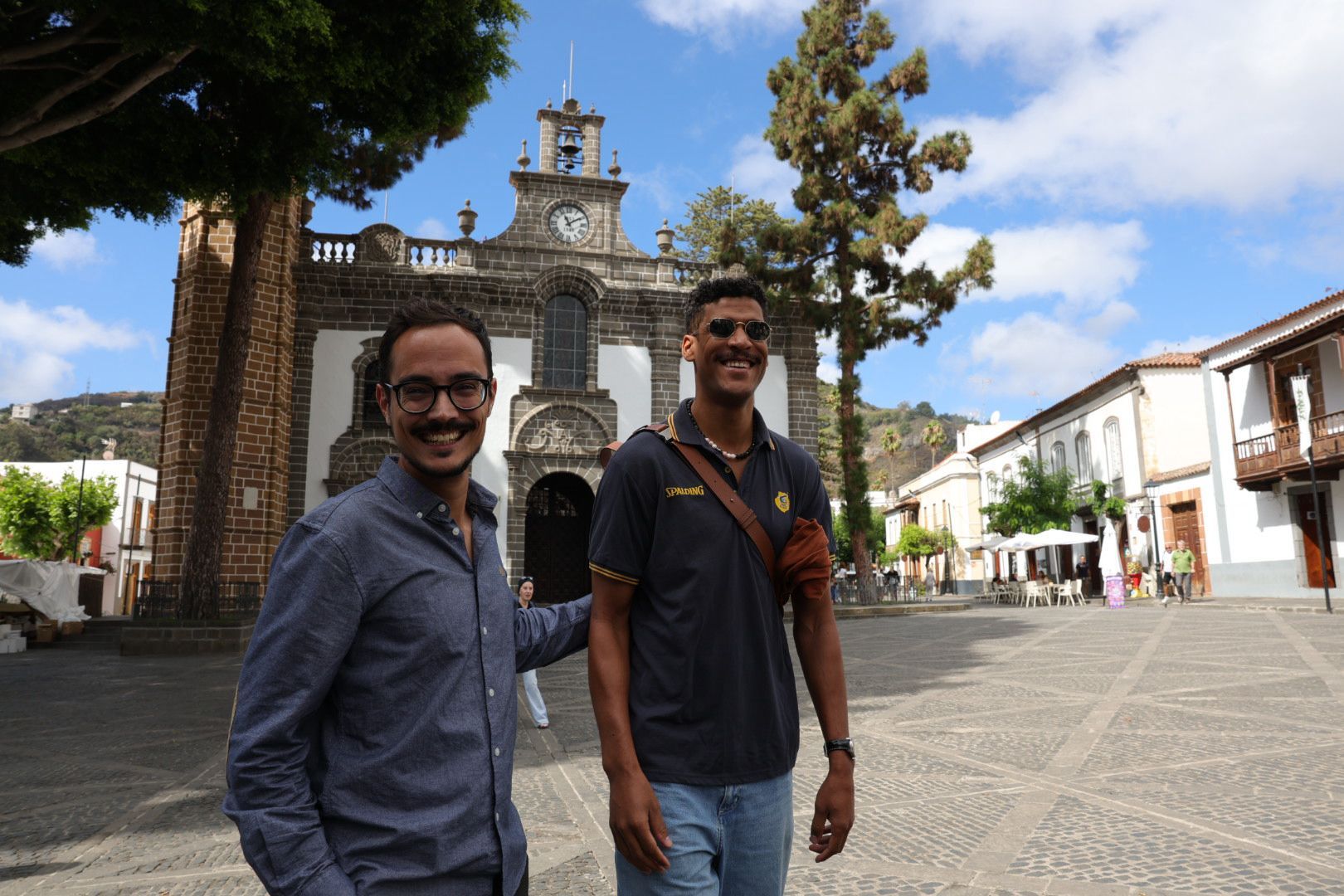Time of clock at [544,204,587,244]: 11:09
